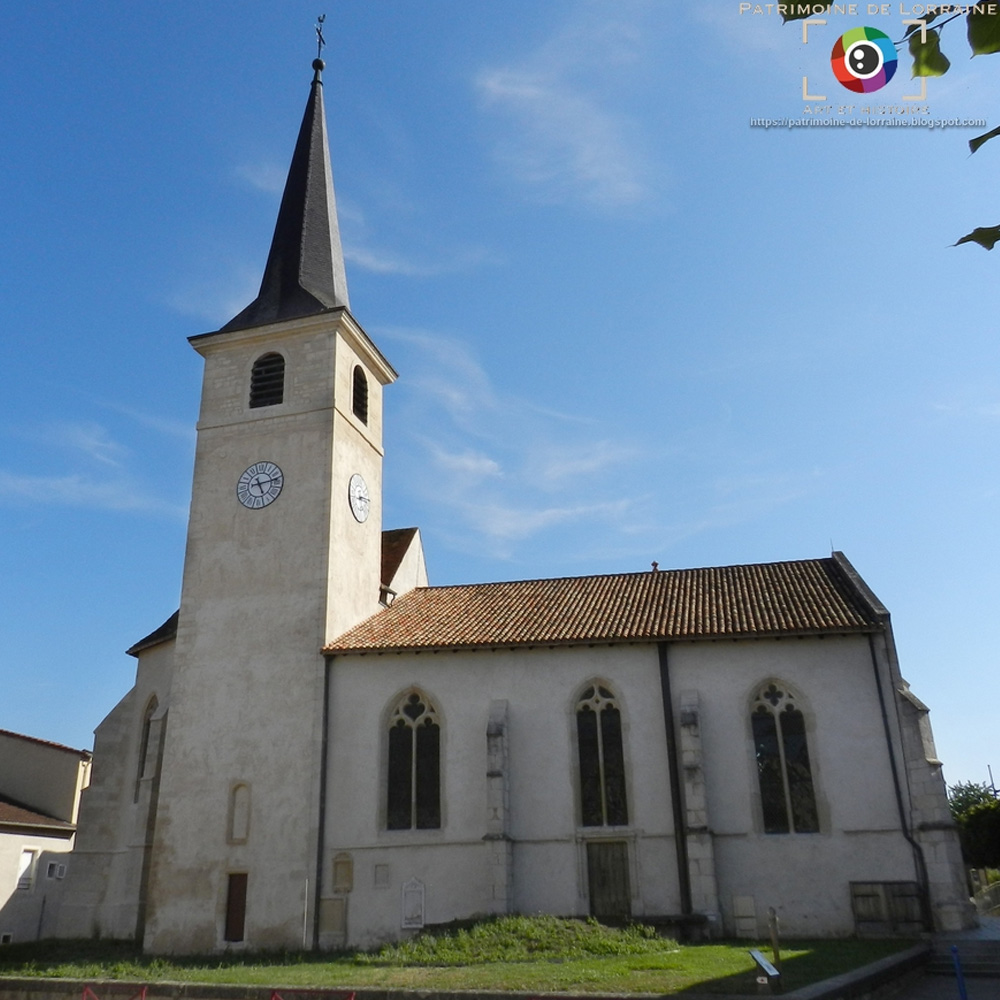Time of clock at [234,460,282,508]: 5:13
